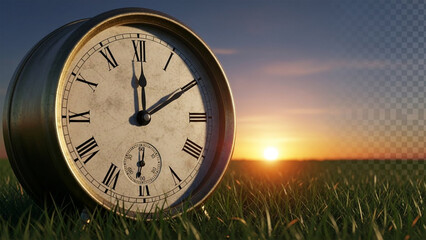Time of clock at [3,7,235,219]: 12:09
